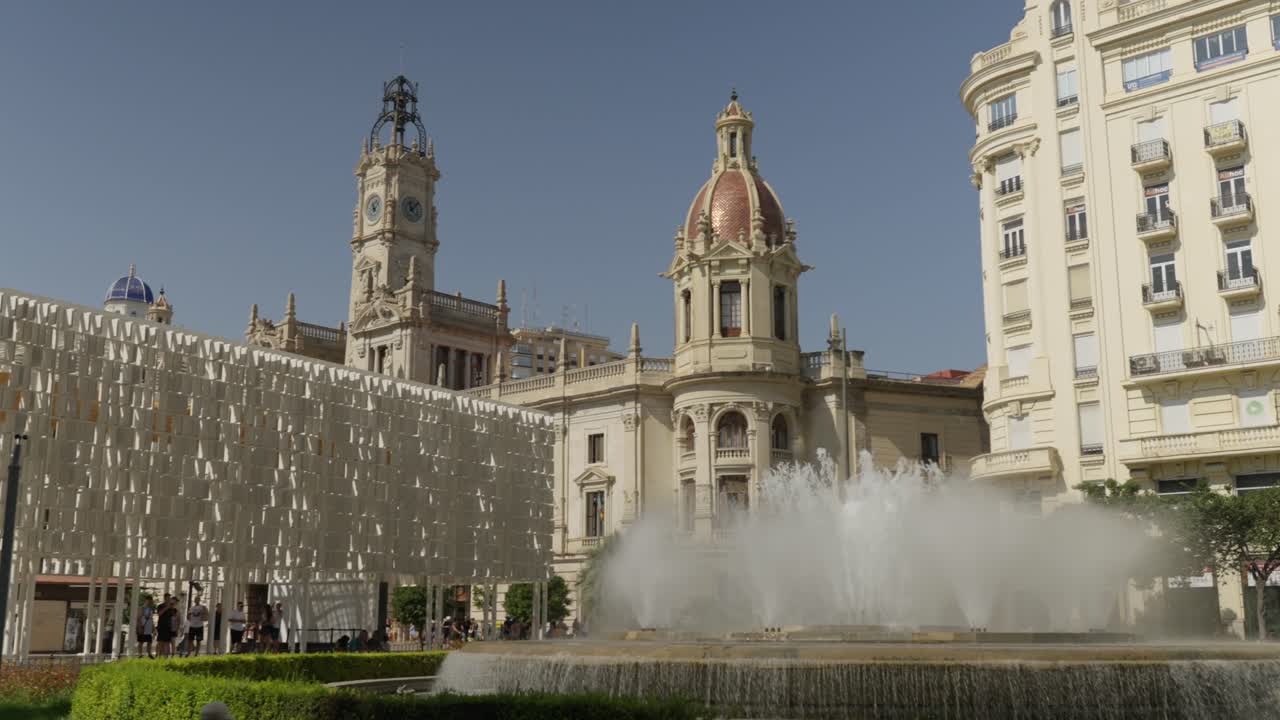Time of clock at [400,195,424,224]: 11:07
